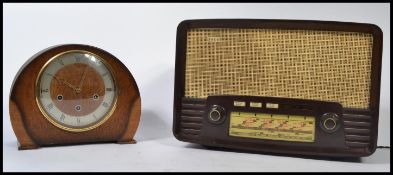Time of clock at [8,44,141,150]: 10:03
